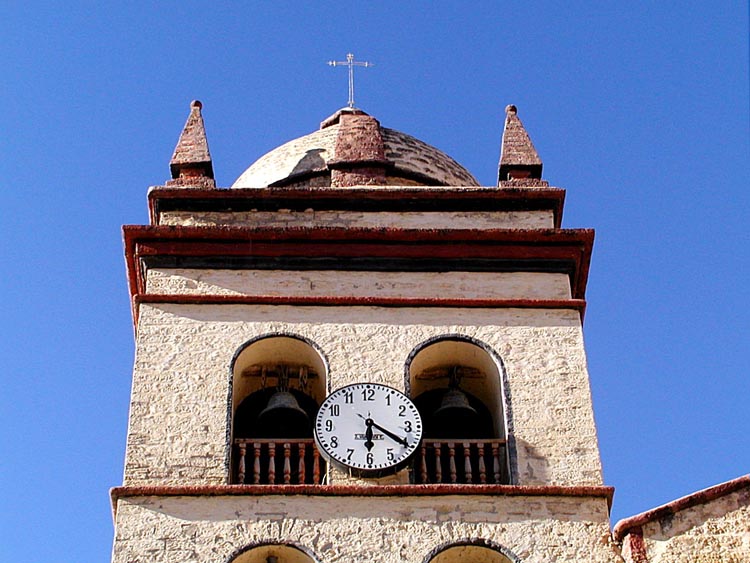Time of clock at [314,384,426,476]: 6:20
